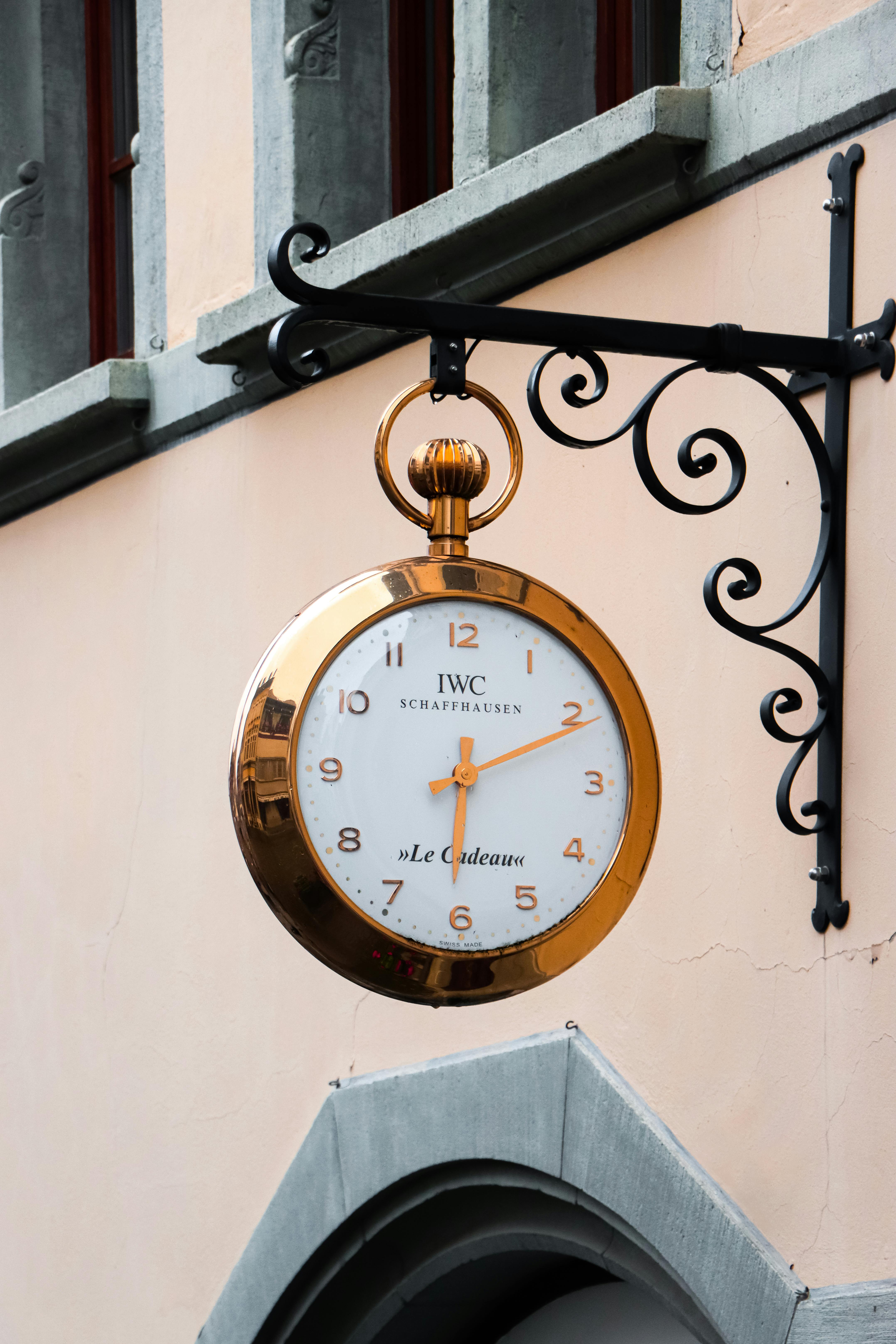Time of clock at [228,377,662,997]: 6:10
